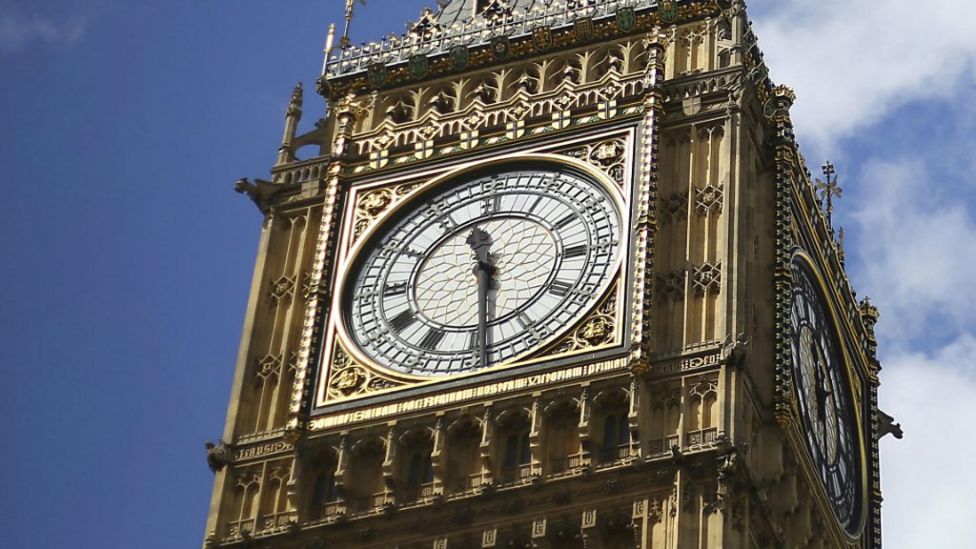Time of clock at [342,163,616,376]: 11:29
